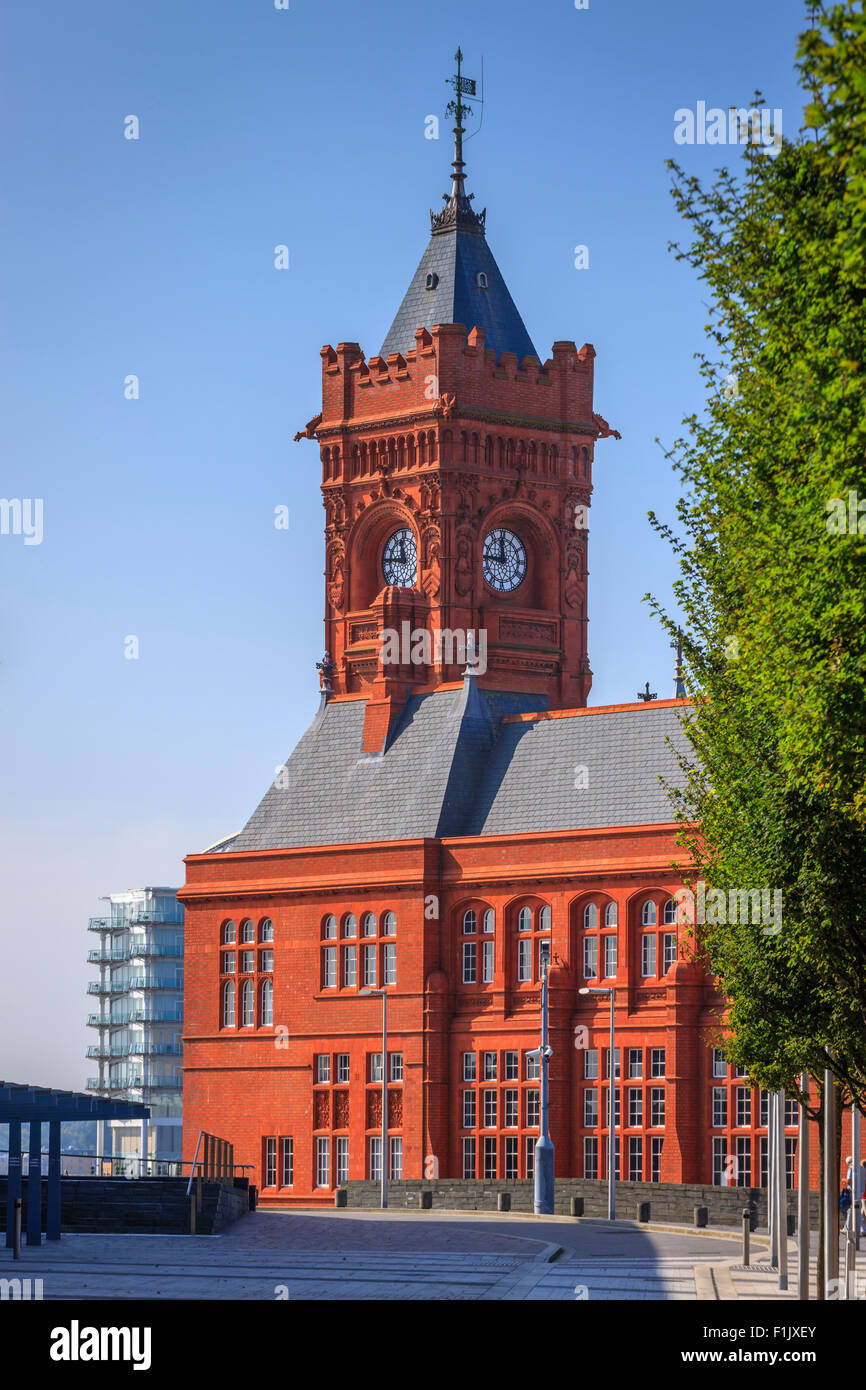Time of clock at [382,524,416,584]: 11:46
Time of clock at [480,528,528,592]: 11:45
